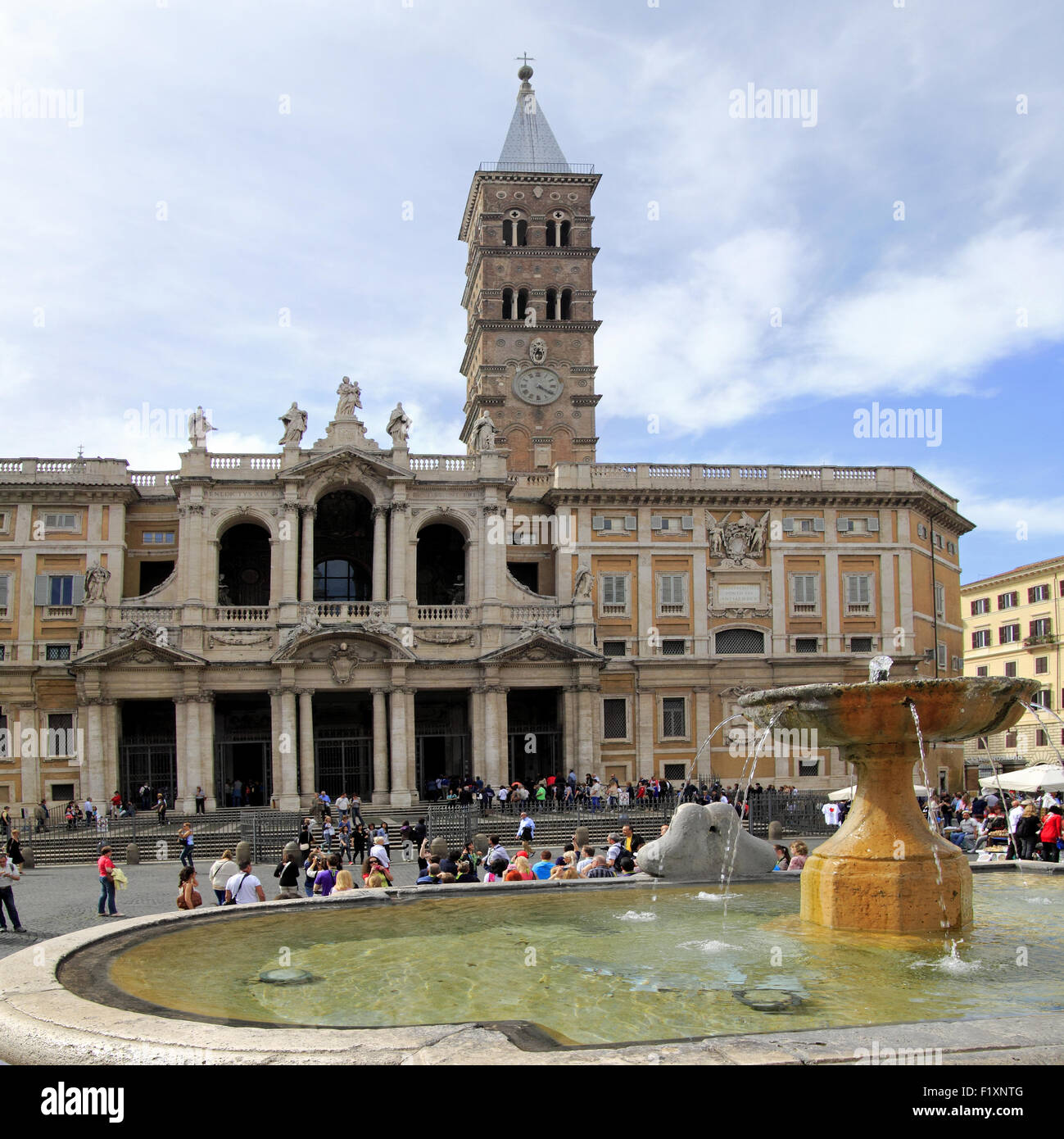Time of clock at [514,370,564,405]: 4:20
